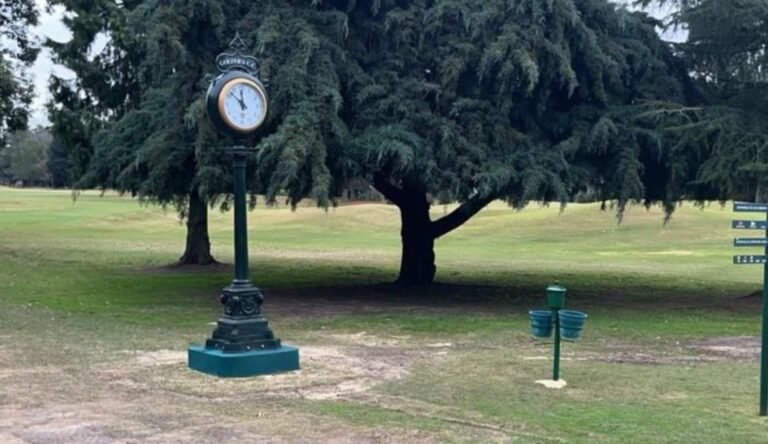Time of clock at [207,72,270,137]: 11:52
